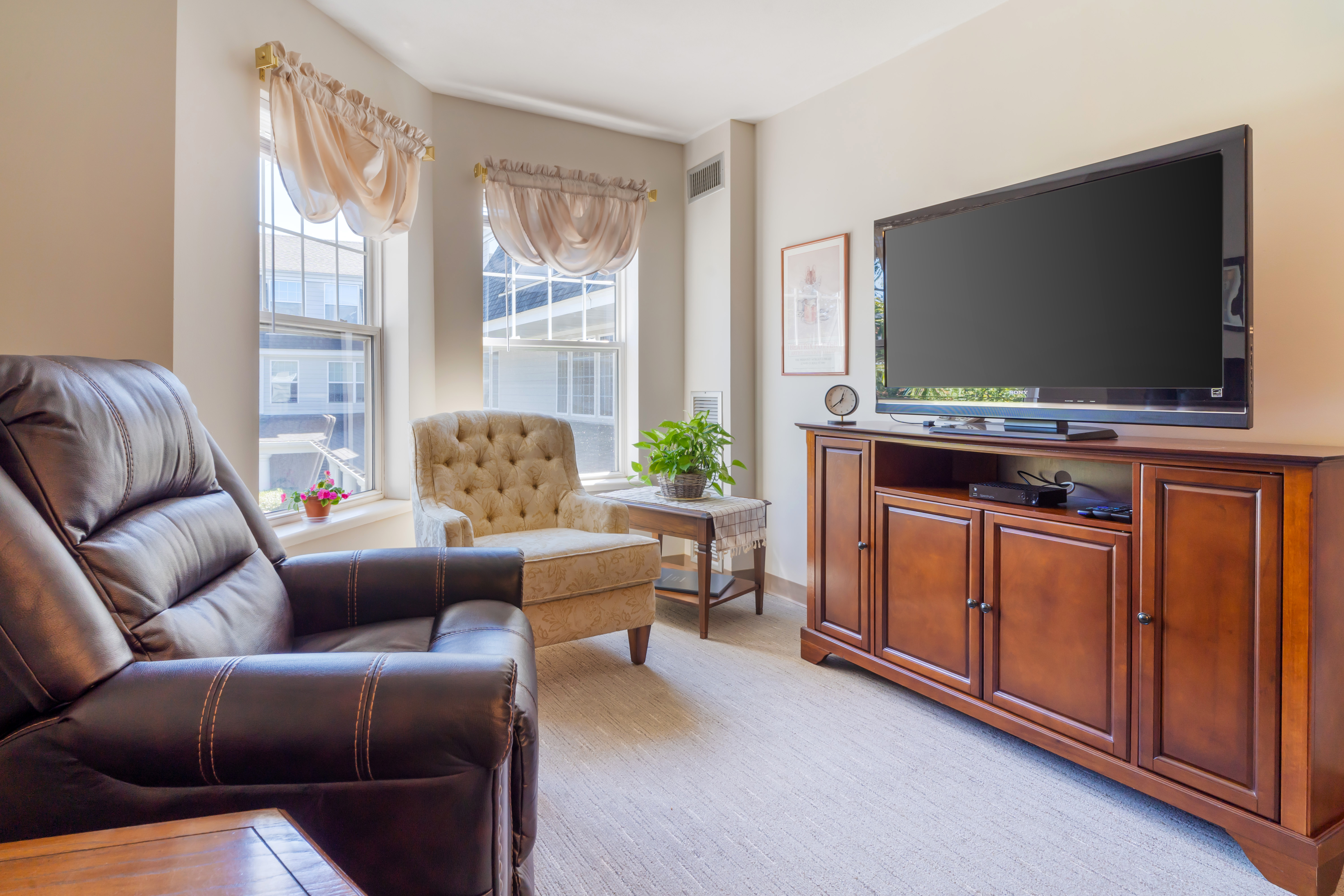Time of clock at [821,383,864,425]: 12:38
